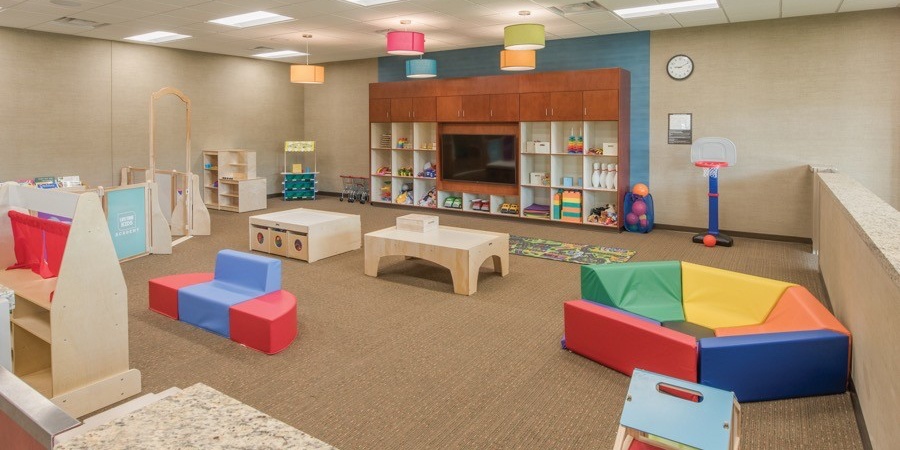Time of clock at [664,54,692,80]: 9:10
